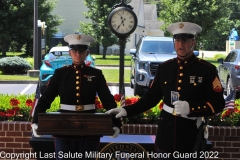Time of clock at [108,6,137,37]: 11:35
